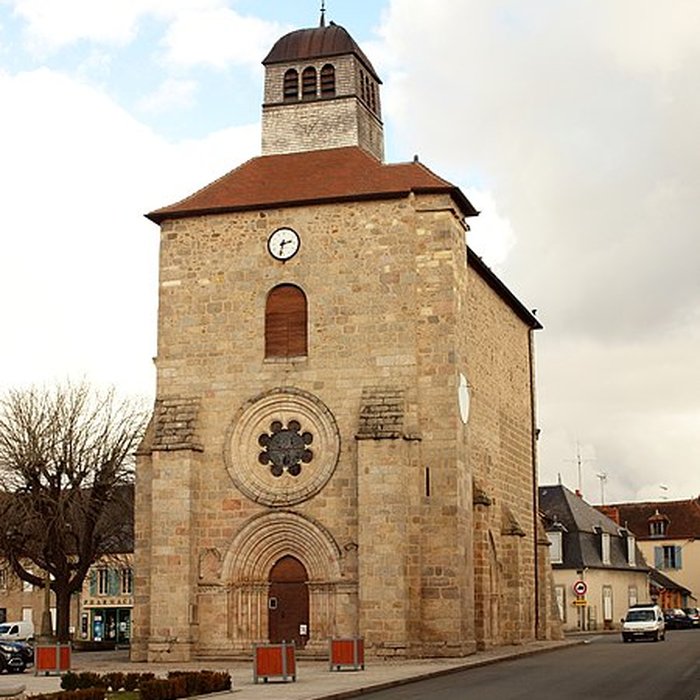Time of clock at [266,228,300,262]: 2:32
